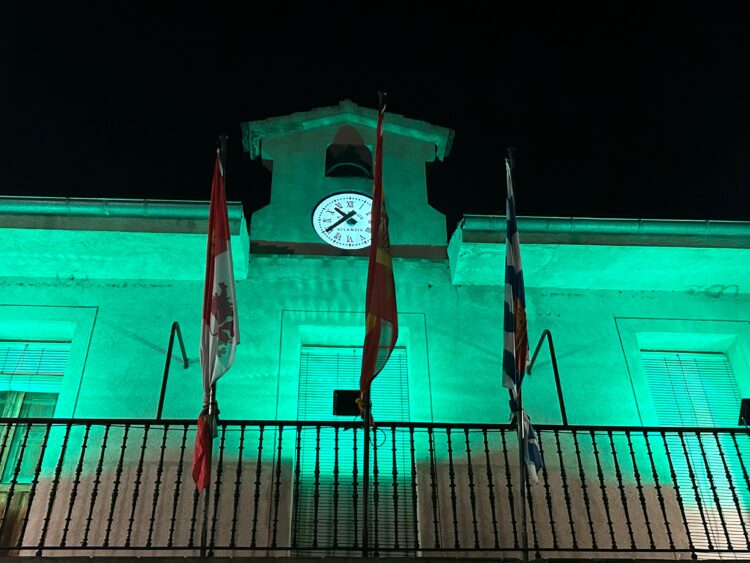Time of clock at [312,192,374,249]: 10:39
